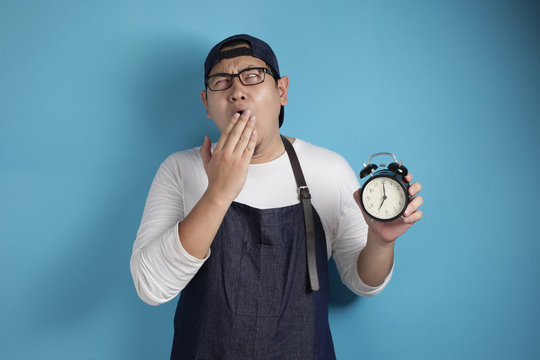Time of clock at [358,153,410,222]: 7:00
